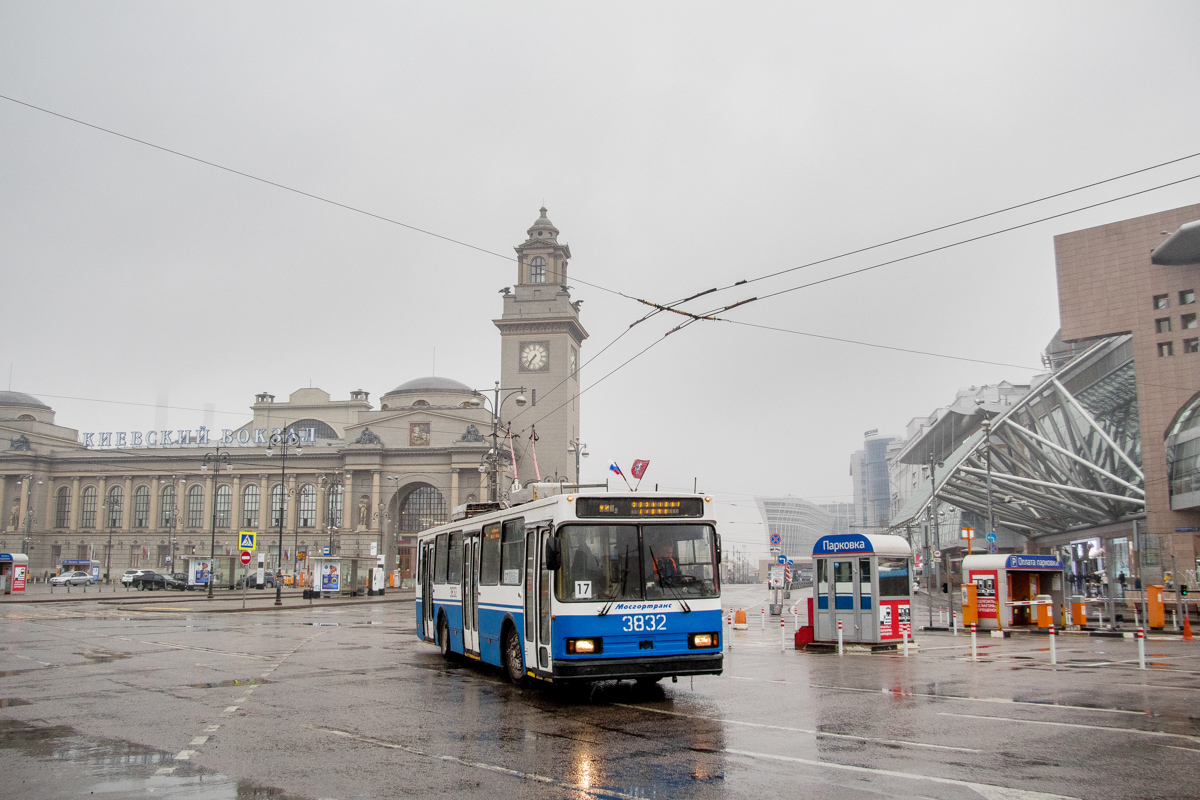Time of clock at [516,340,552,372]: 7:36
